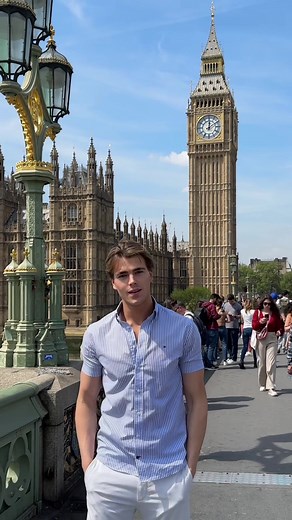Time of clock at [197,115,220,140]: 12:09
